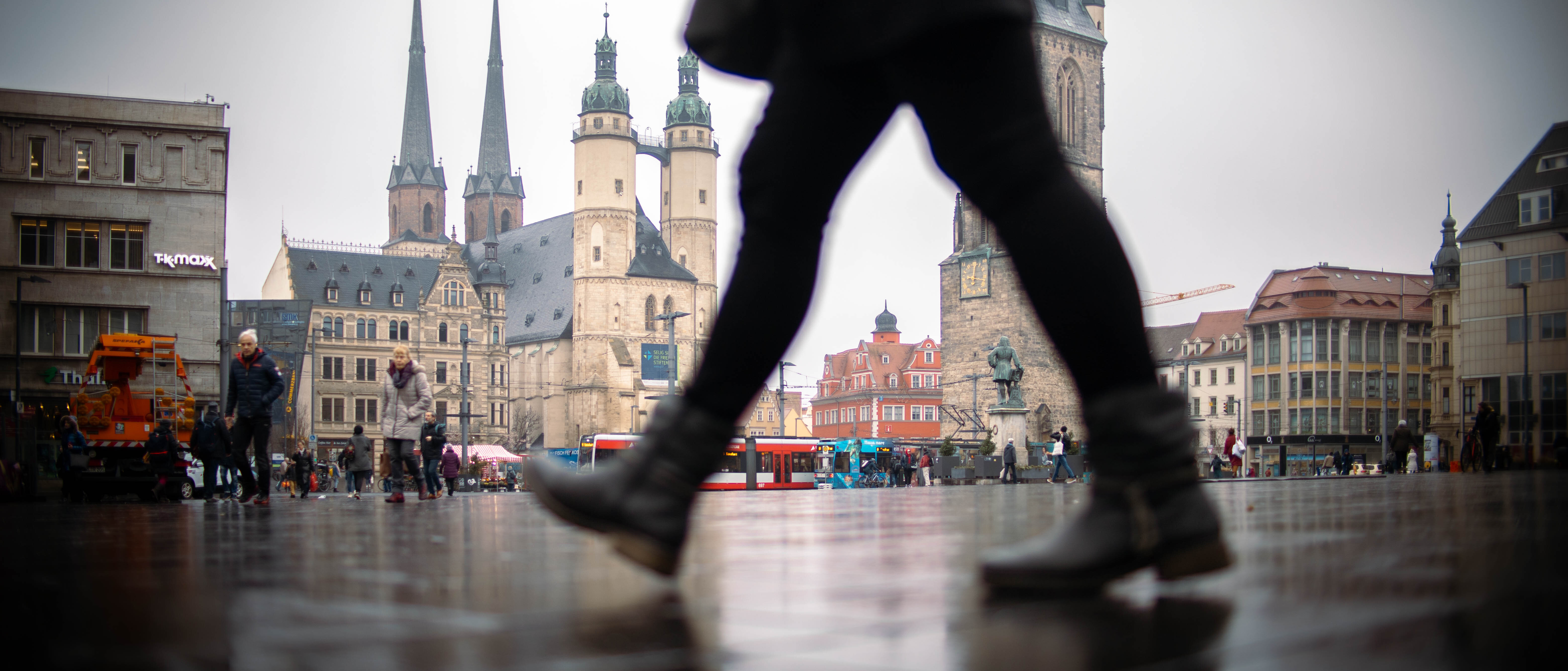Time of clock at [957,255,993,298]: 9:01
